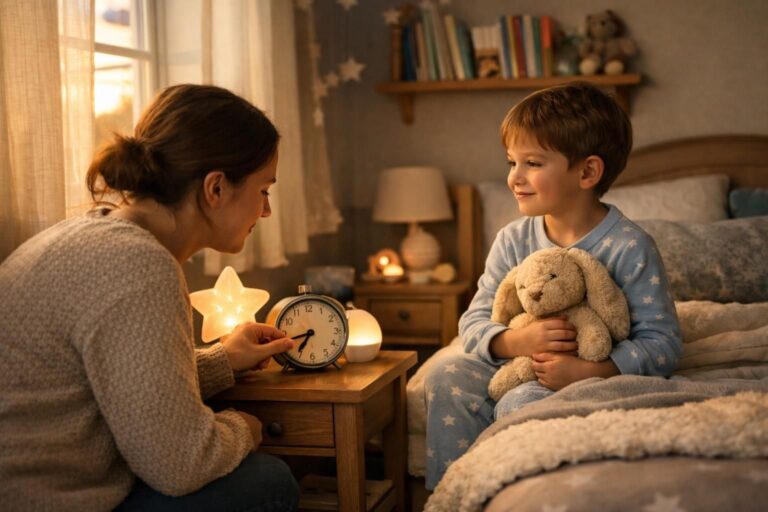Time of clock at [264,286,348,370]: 8:35
